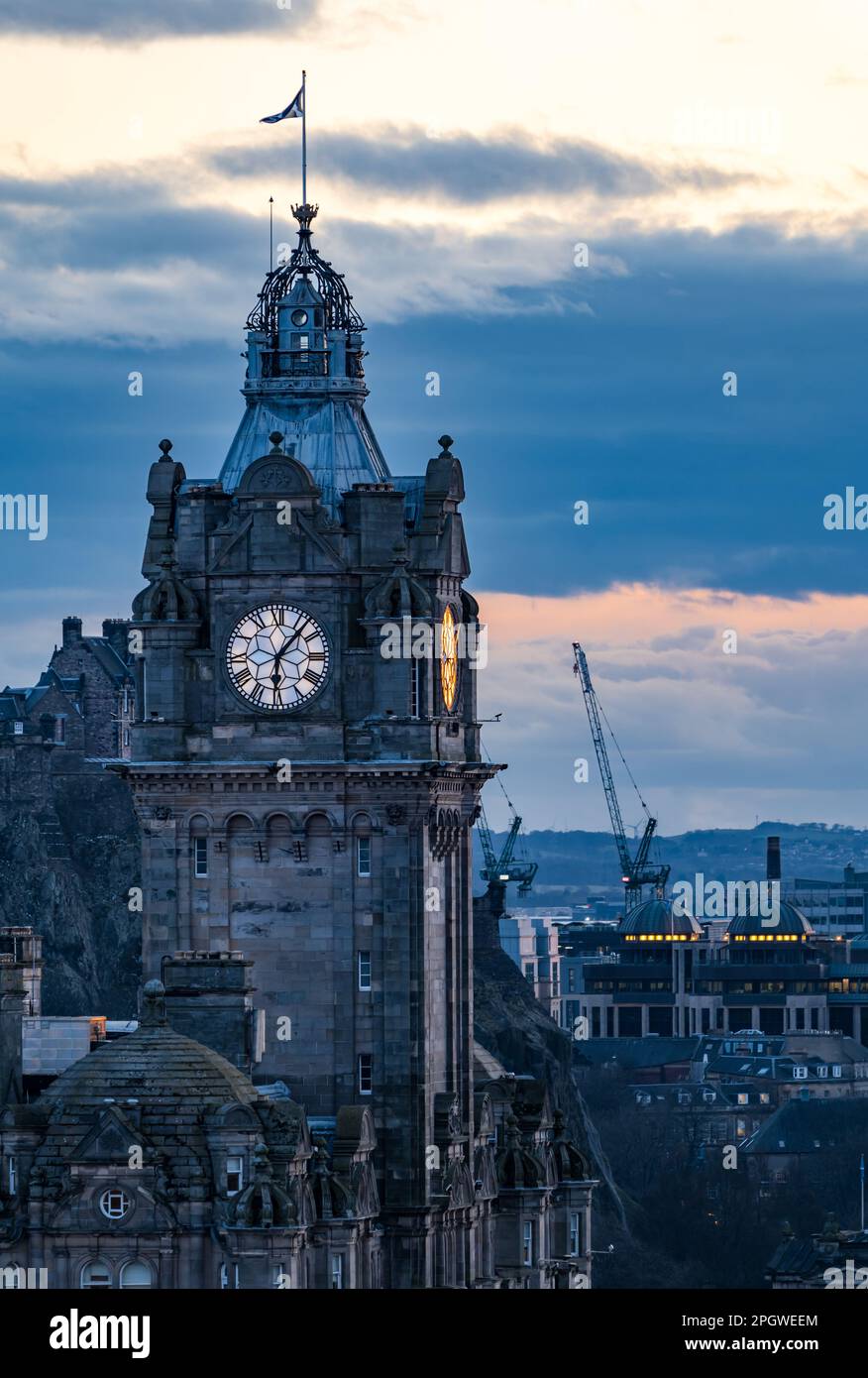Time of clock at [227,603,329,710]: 6:06
